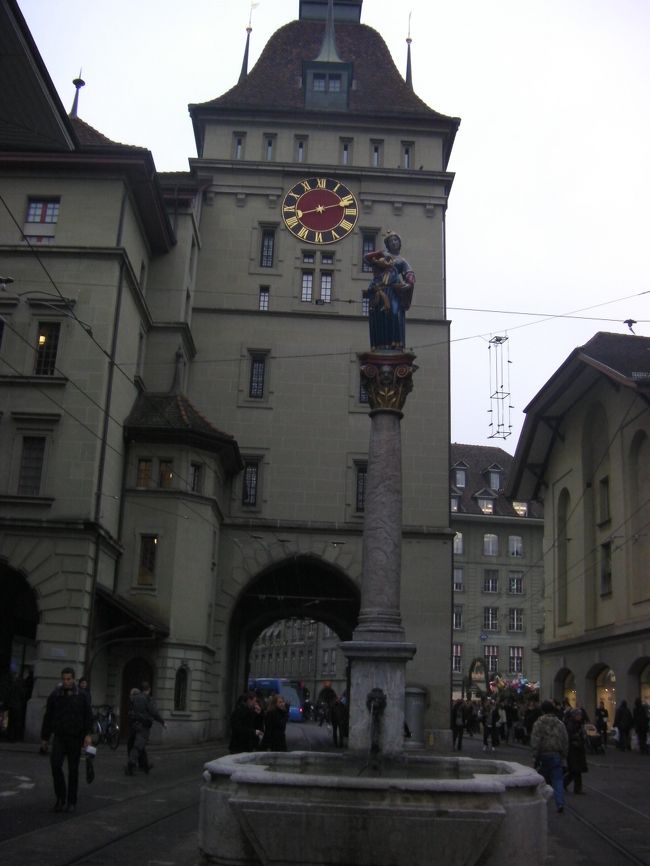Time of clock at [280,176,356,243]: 8:12
